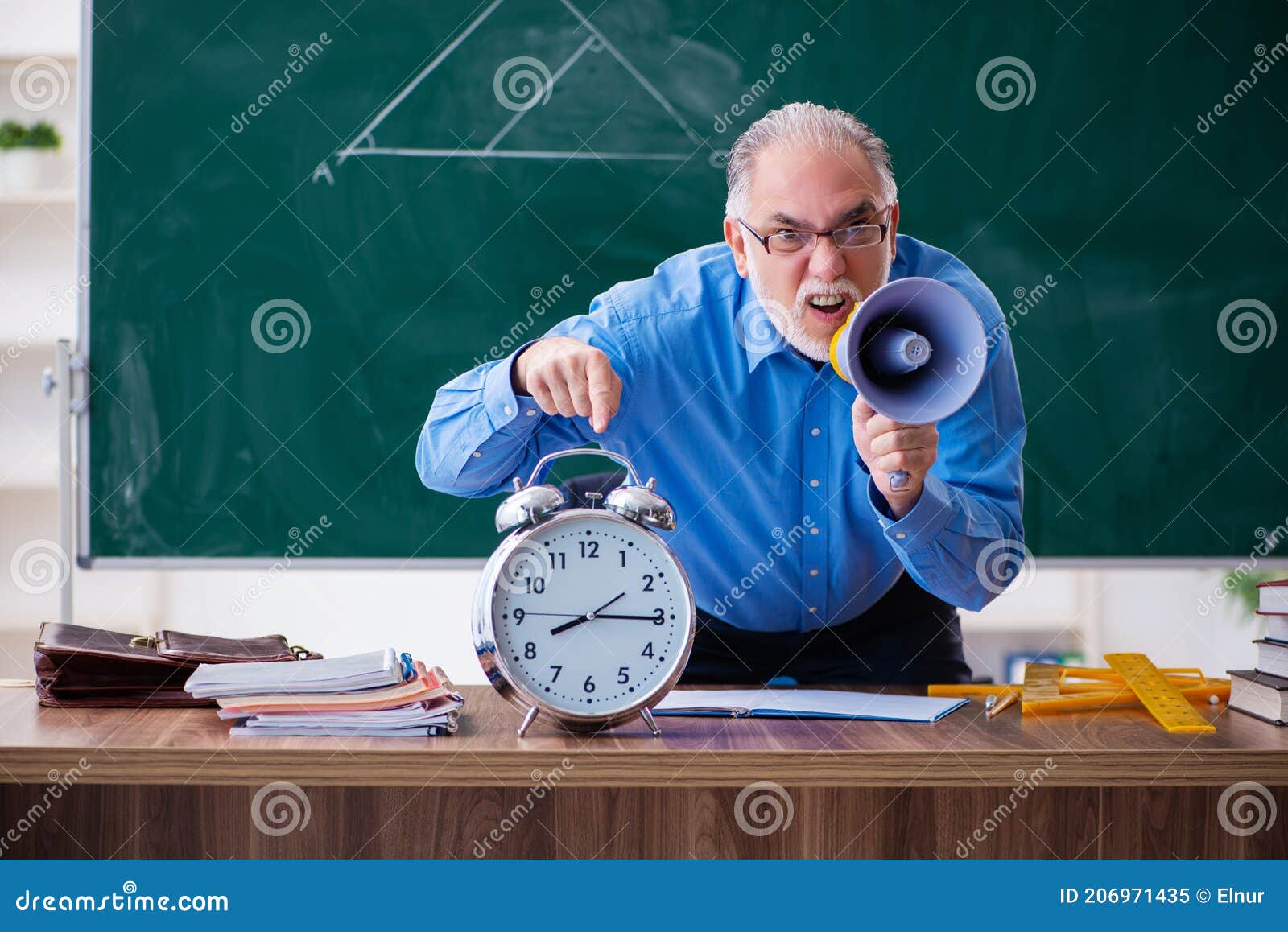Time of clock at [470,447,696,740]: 8:15
